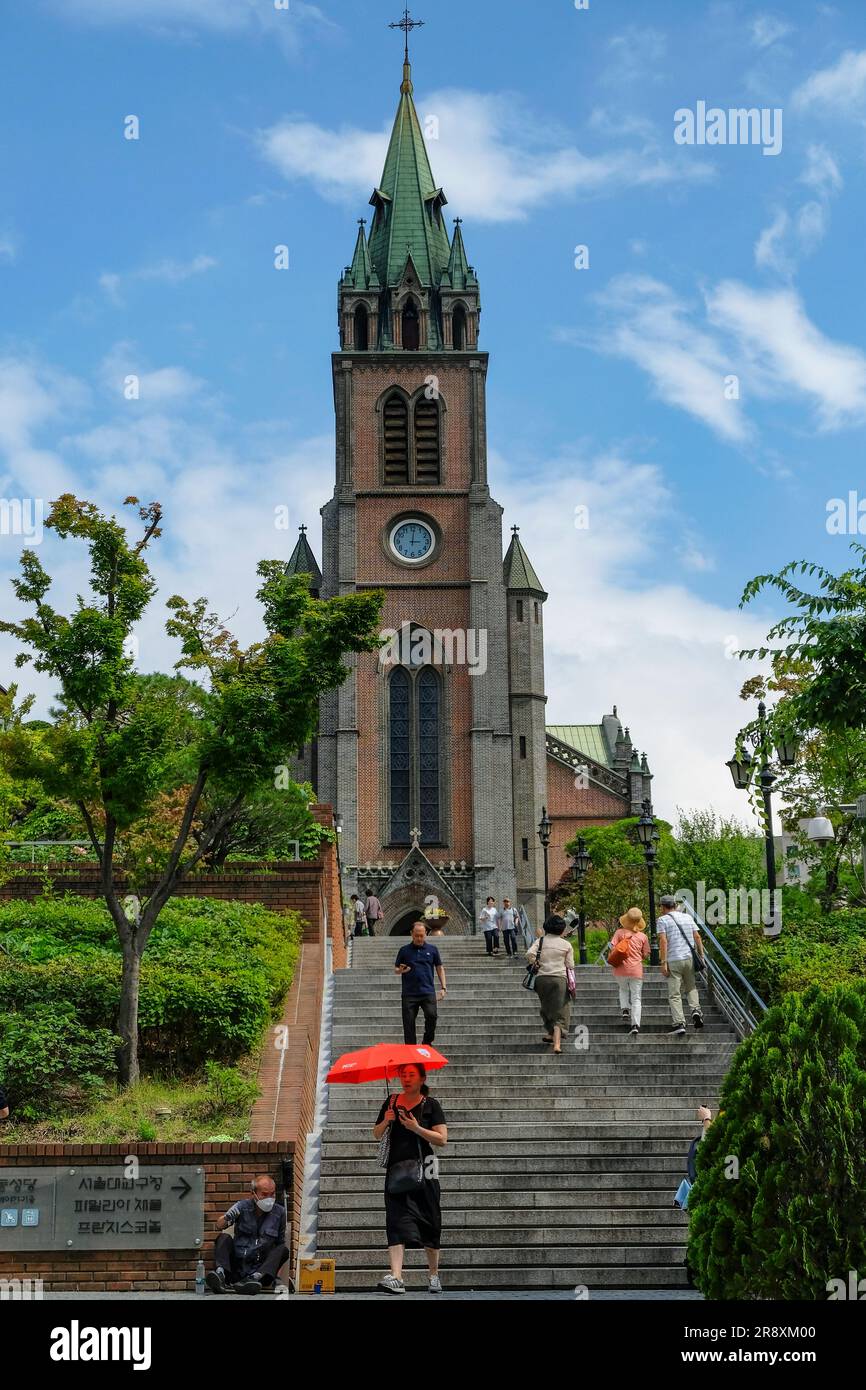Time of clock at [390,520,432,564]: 3:01
